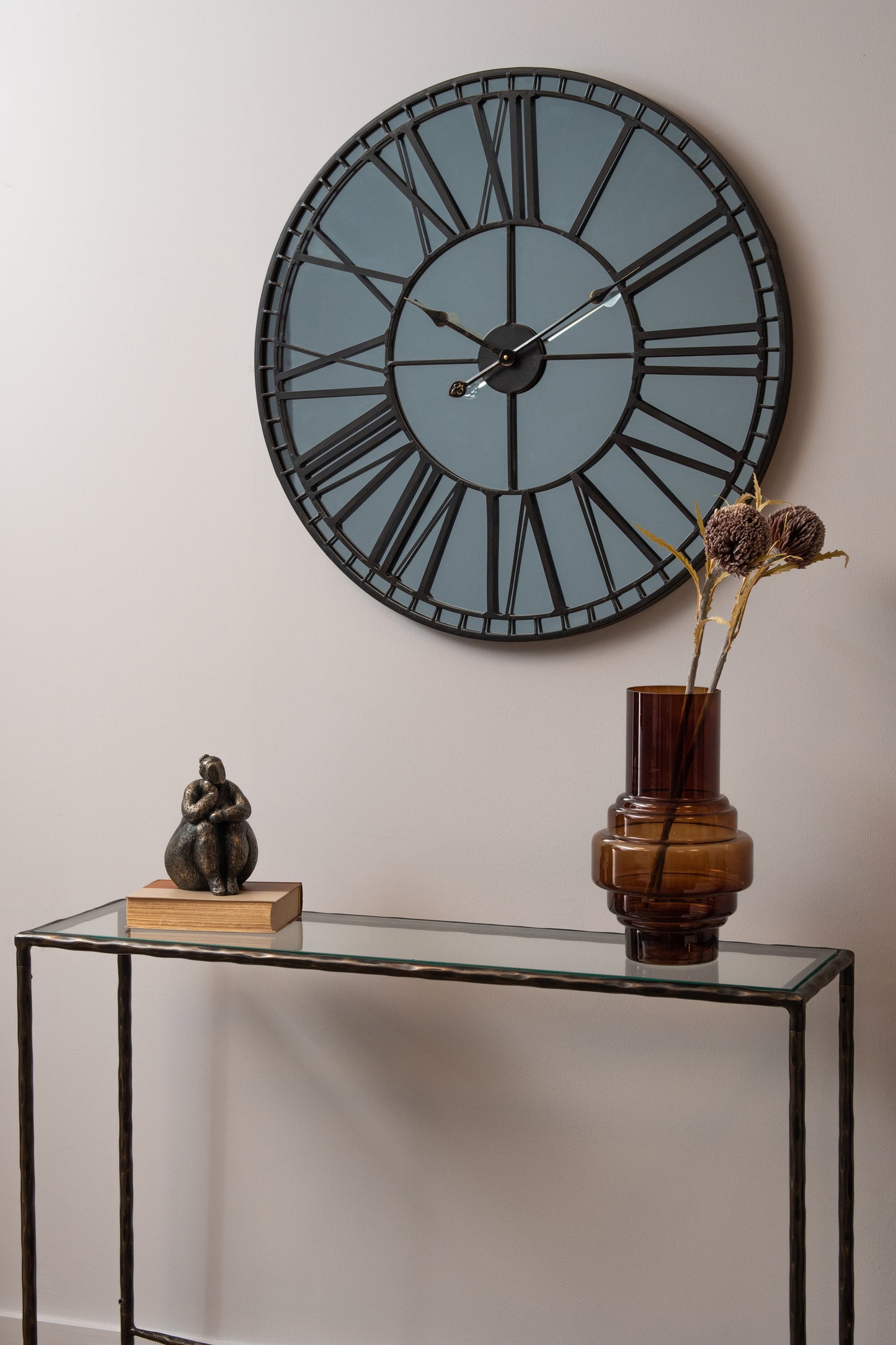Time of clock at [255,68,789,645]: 10:00
